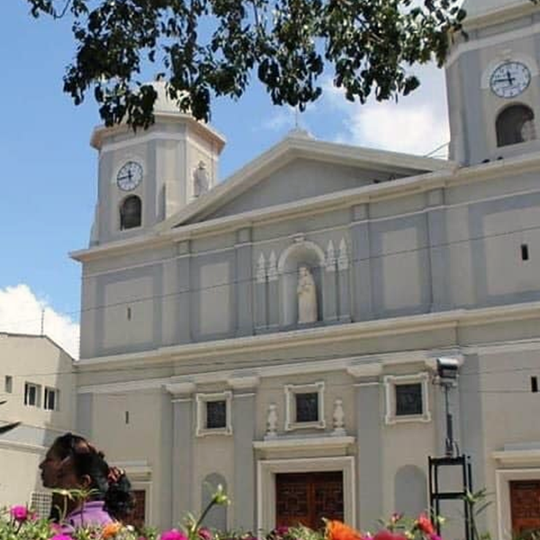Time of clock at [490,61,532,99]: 11:46
